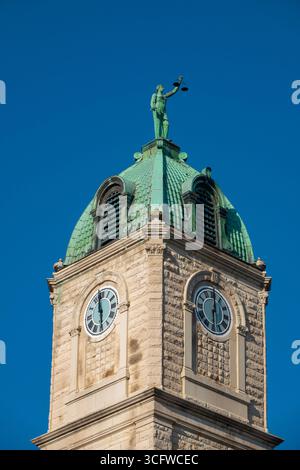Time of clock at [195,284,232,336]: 6:00
